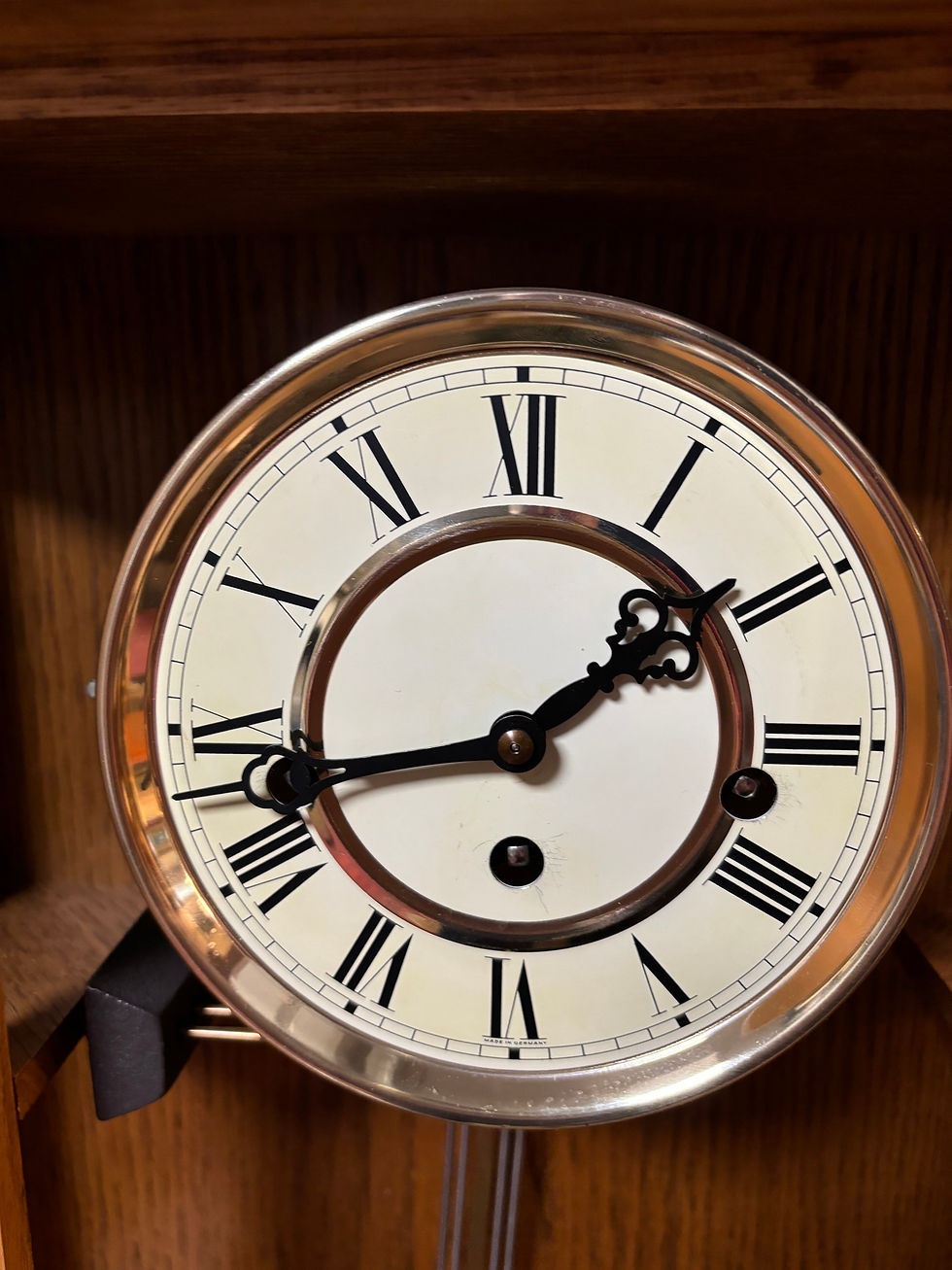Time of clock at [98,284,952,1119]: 1:43
